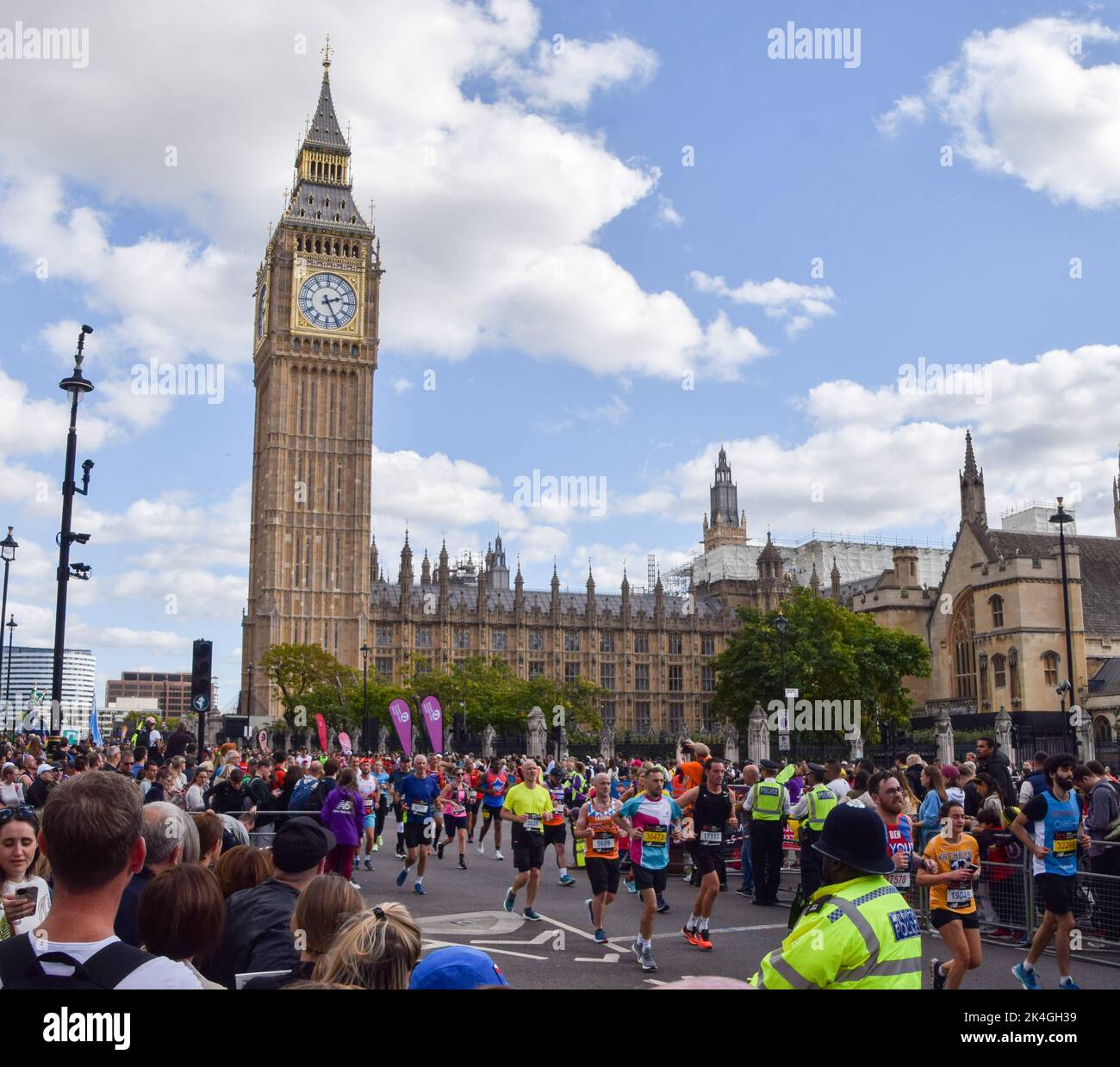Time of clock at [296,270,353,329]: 2:25
